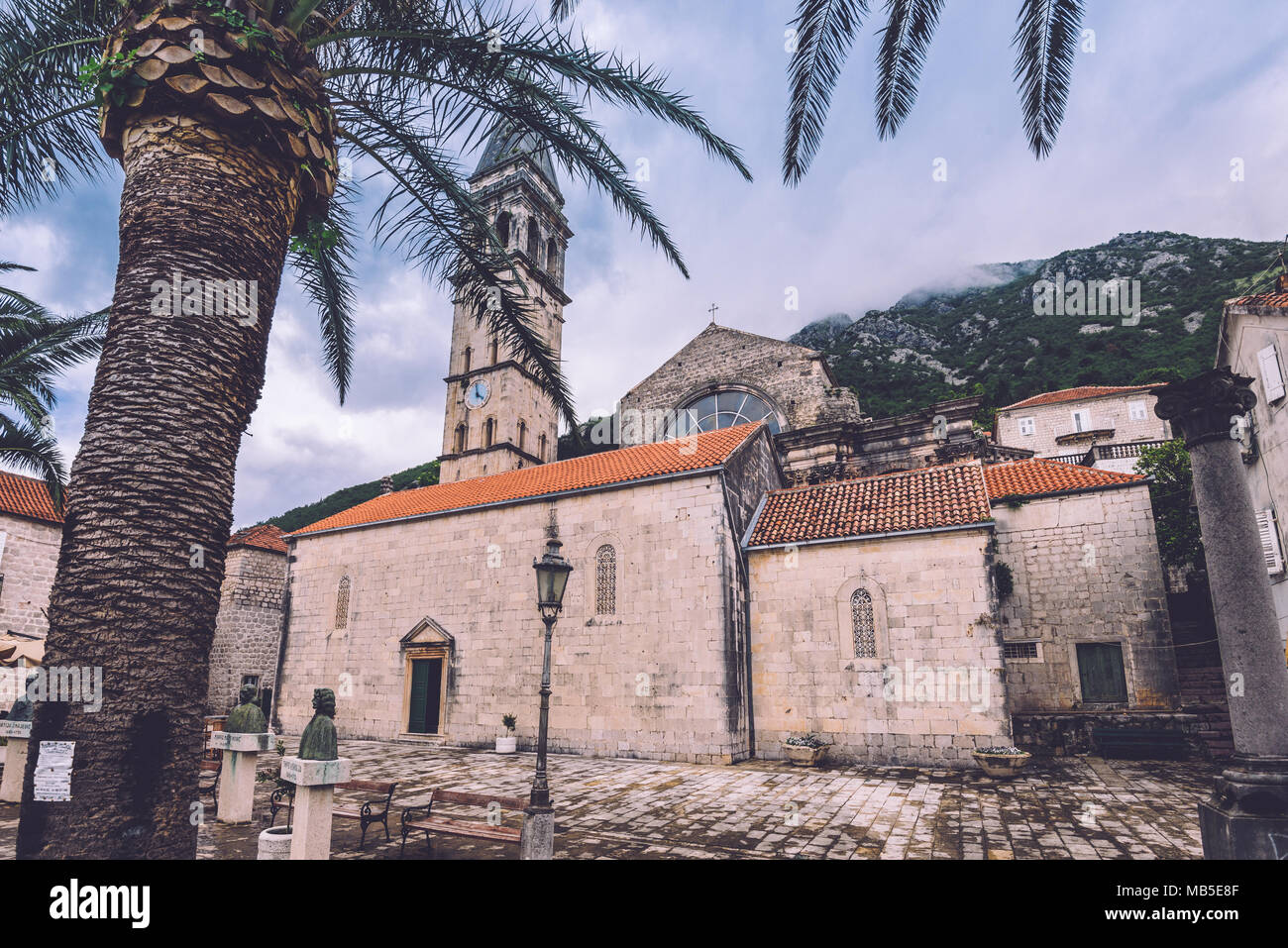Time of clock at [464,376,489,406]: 3:58
